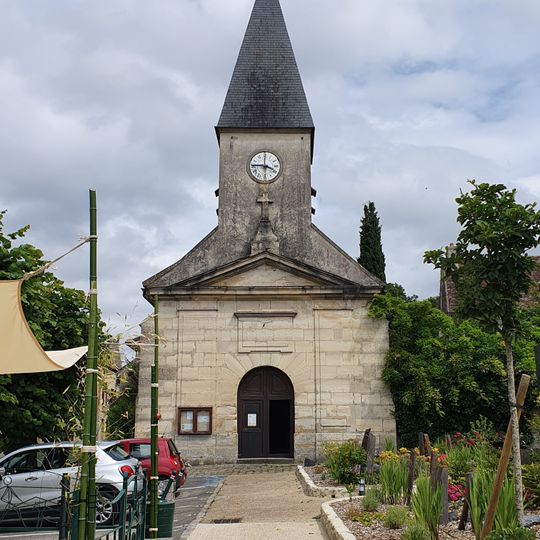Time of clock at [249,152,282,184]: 3:45
